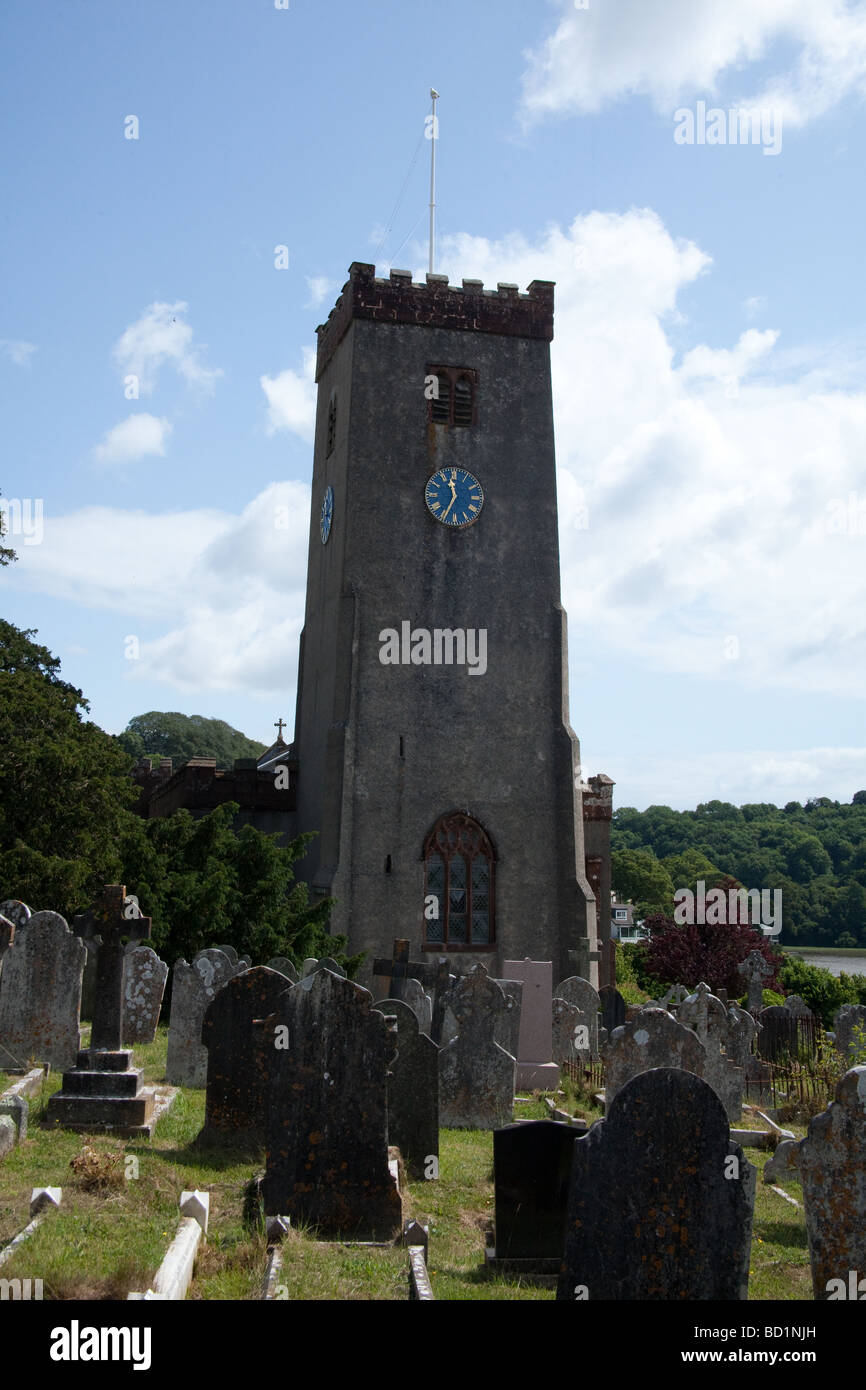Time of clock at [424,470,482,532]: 11:34
